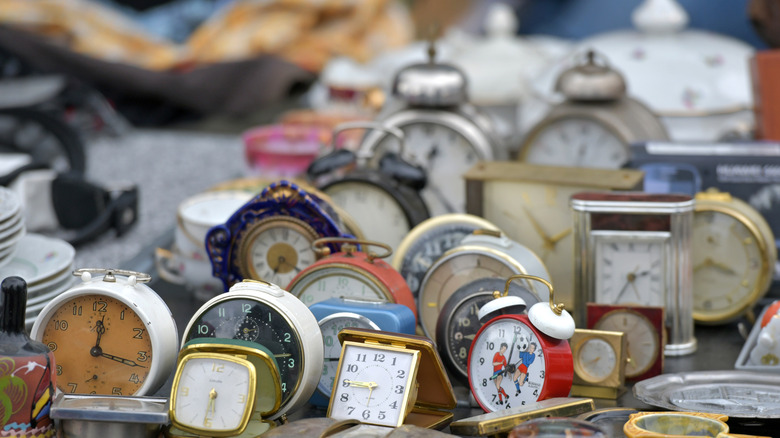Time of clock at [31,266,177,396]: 12:17
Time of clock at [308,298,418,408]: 8:45
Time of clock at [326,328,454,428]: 8:45
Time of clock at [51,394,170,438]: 12:17
